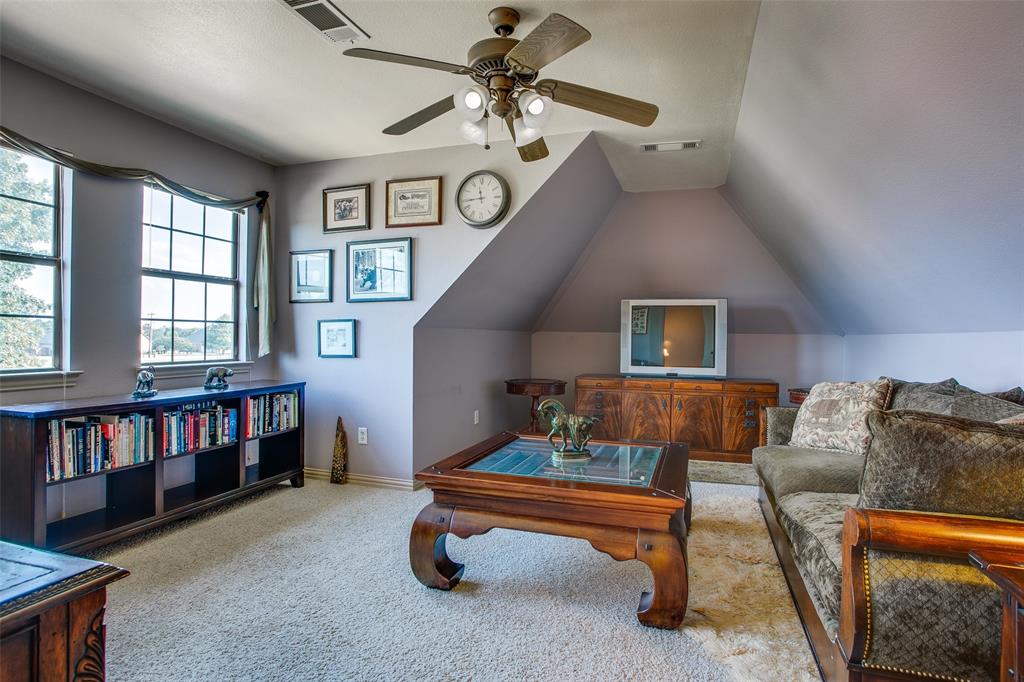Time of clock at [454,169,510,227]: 11:44
